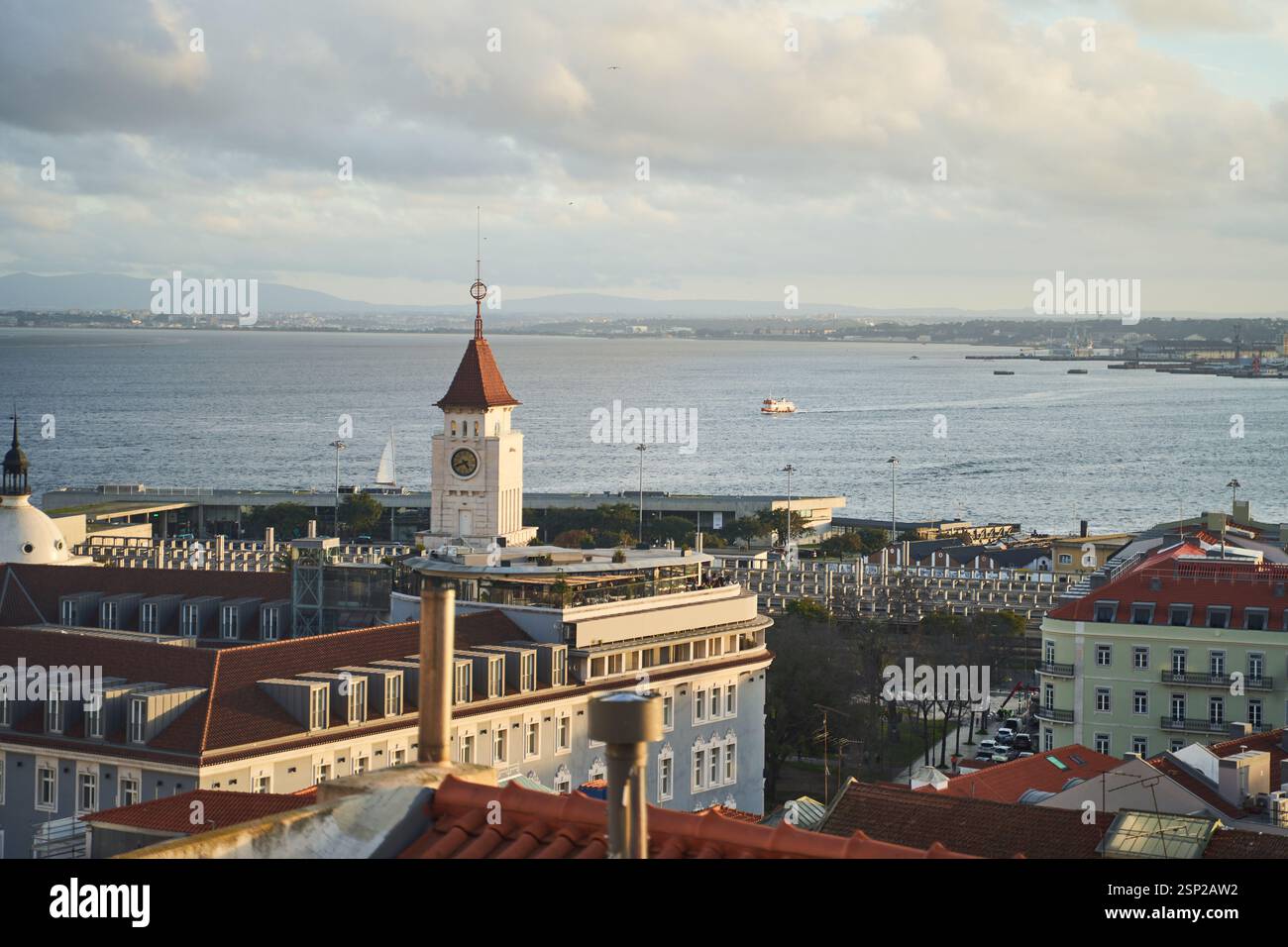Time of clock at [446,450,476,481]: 4:41
